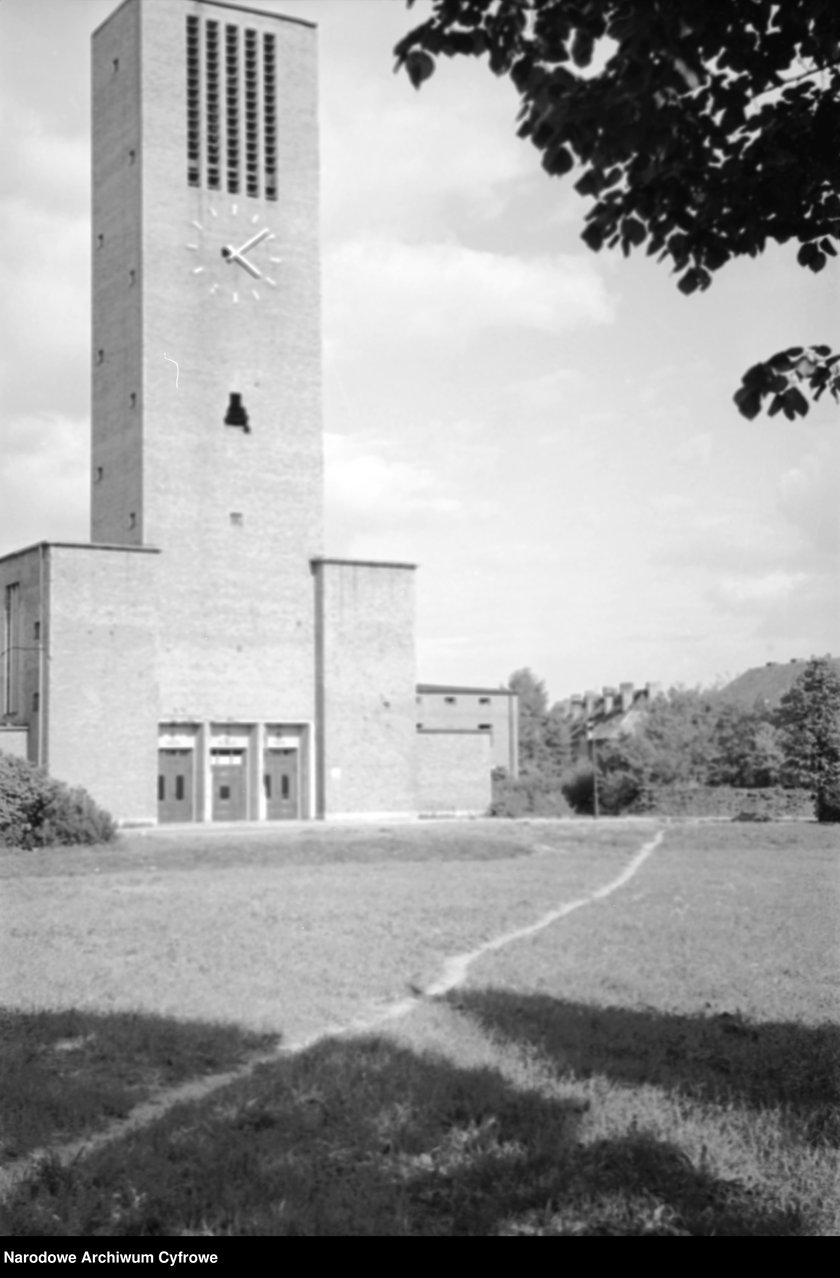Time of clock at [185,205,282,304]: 4:08
